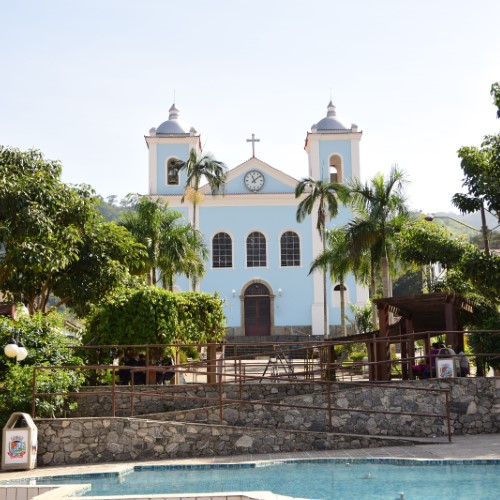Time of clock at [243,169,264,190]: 11:08
